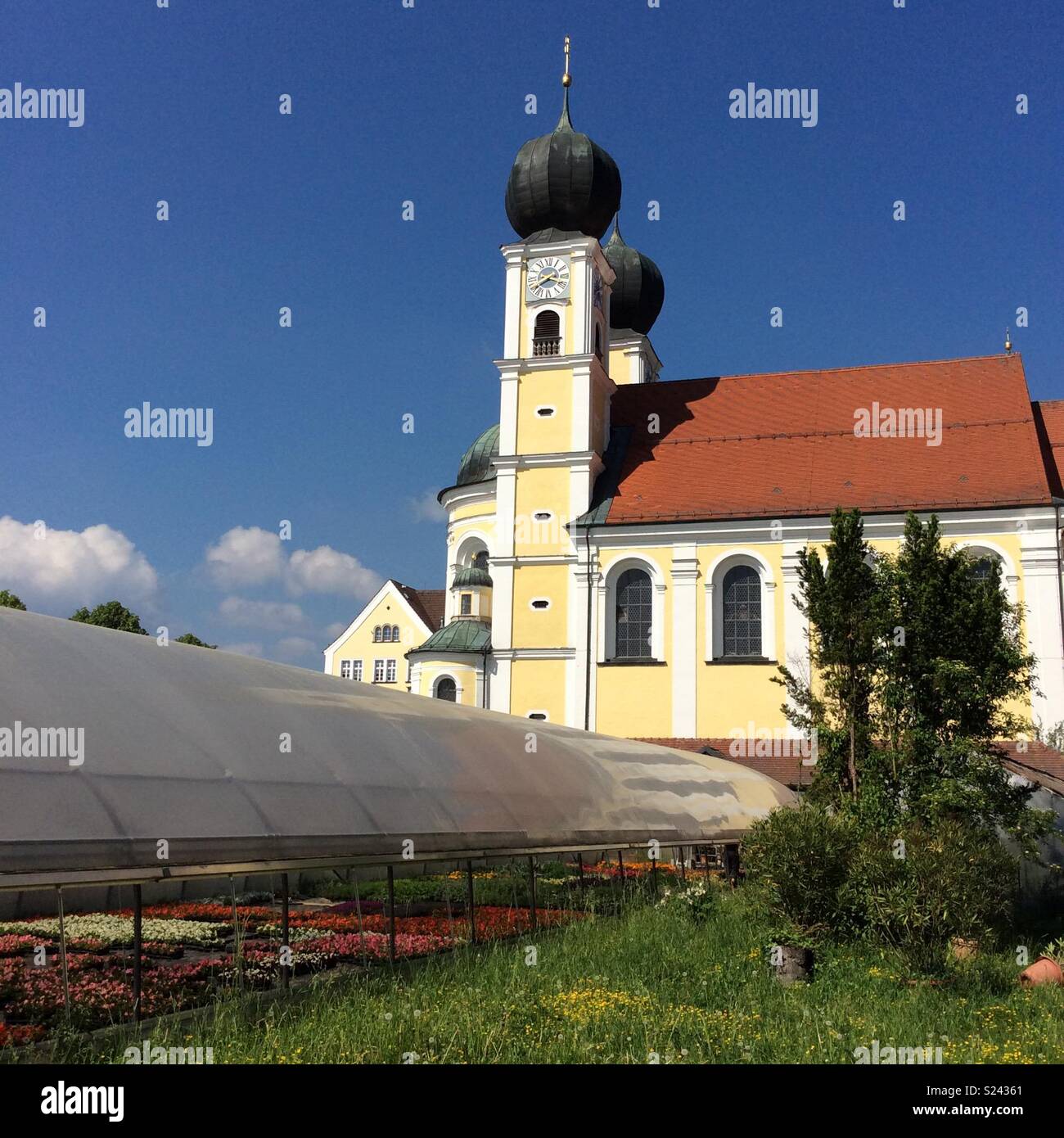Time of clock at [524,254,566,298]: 3:40
